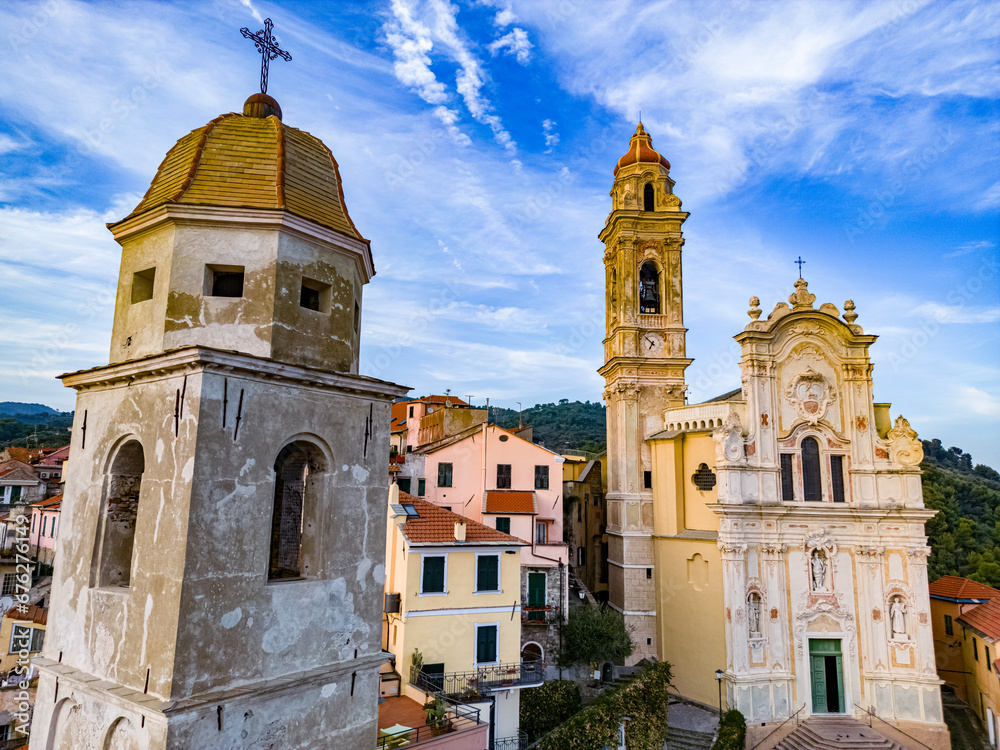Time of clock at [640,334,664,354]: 6:52
